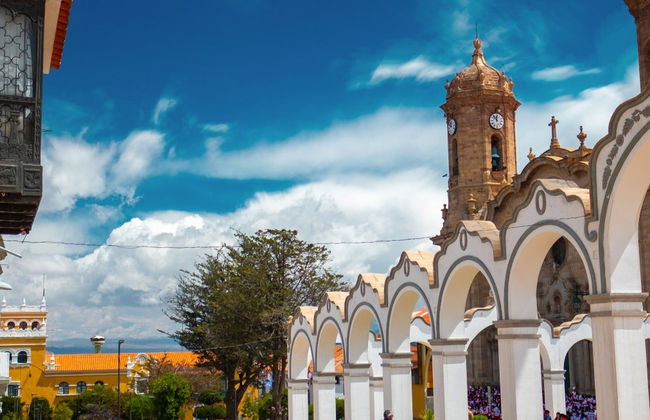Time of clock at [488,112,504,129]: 11:53
